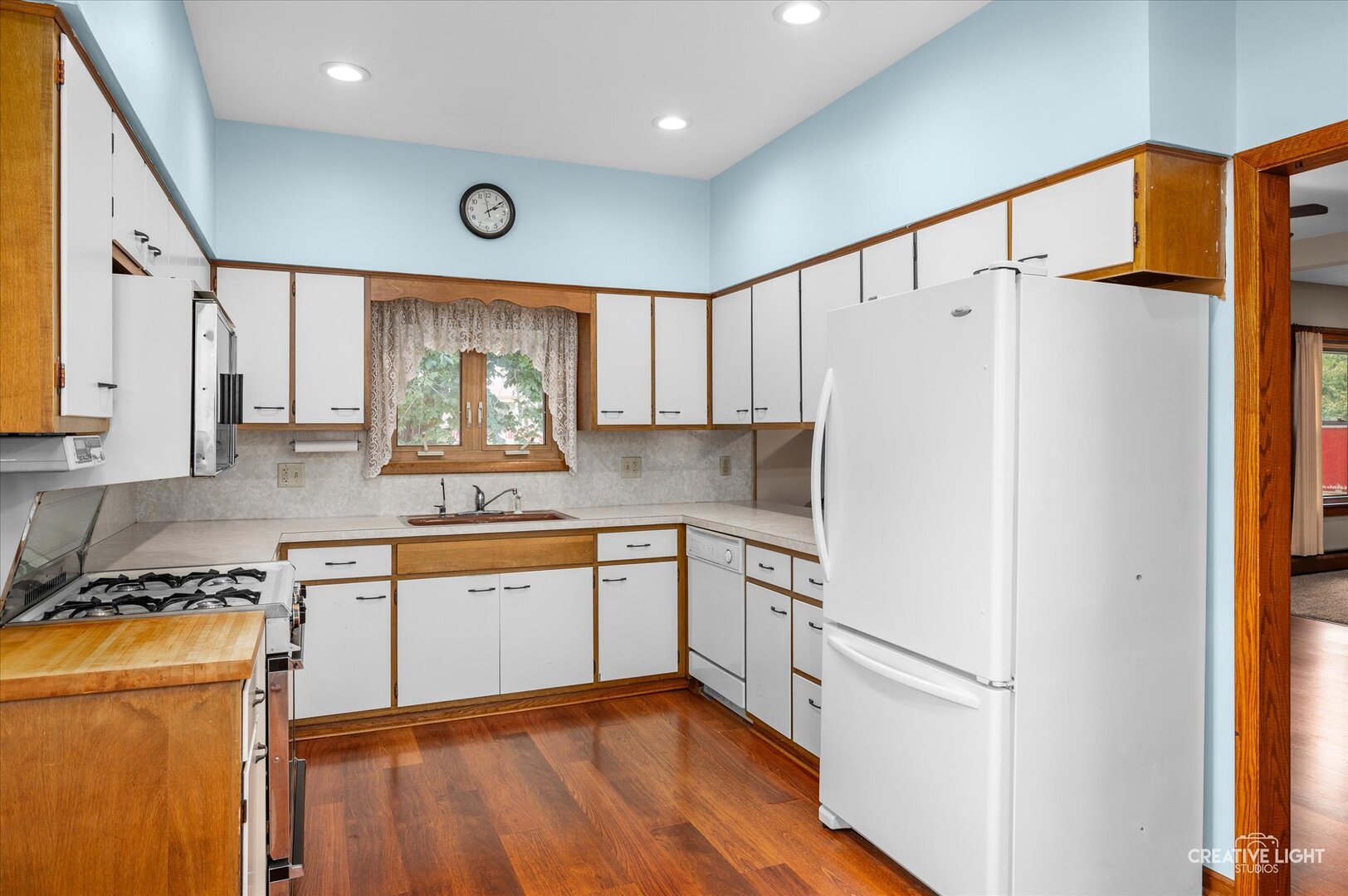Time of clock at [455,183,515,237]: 2:09
